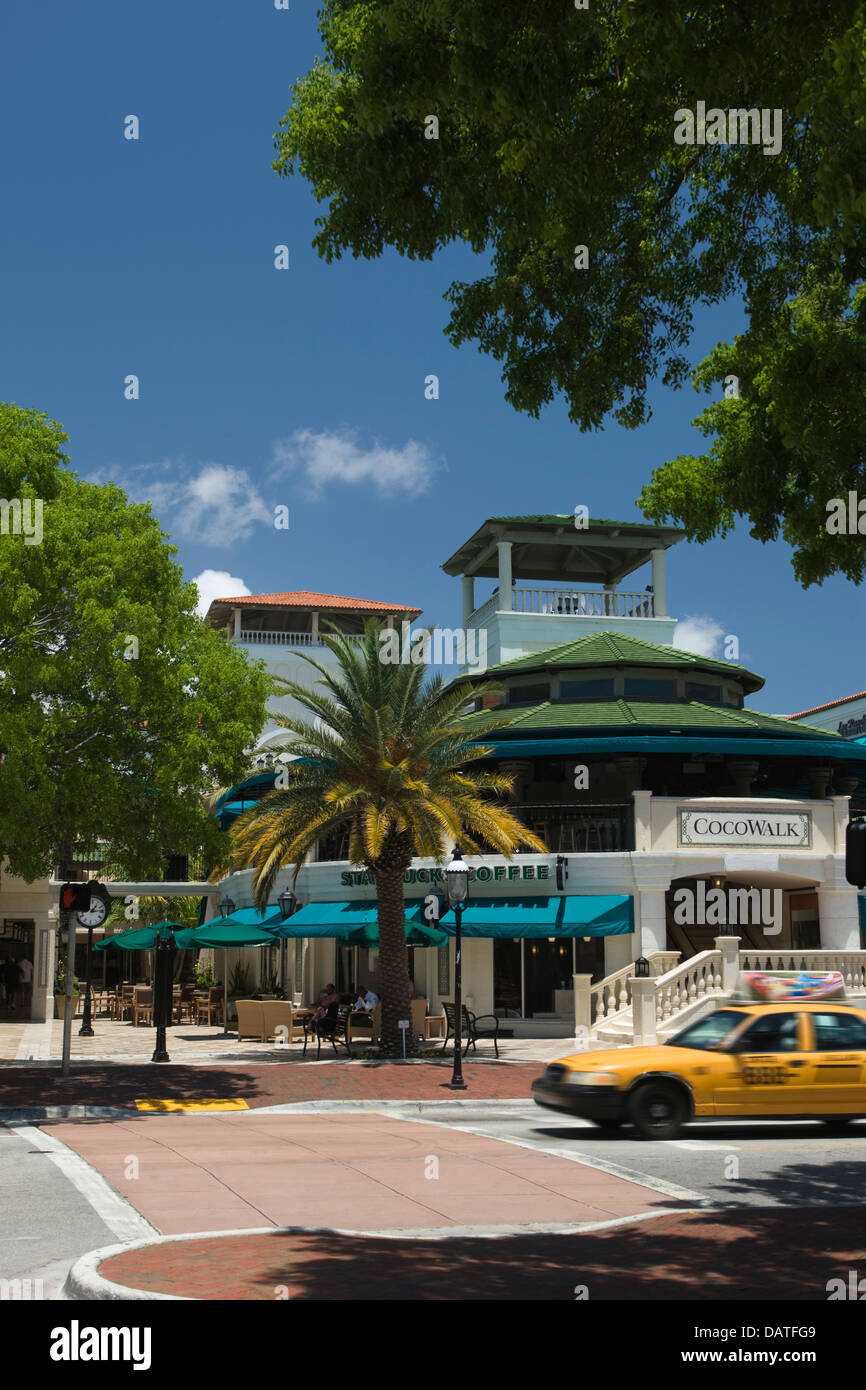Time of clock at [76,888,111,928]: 1:13
